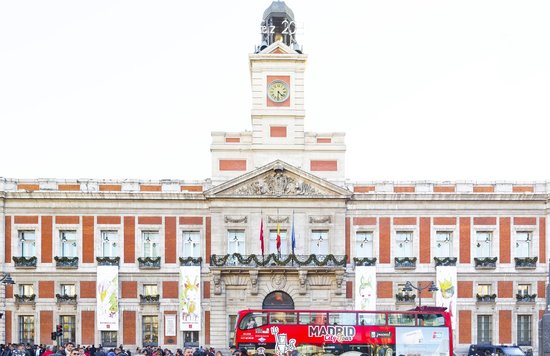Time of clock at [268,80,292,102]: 4:31
